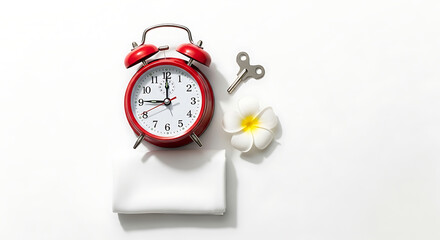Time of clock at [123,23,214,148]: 9:00
